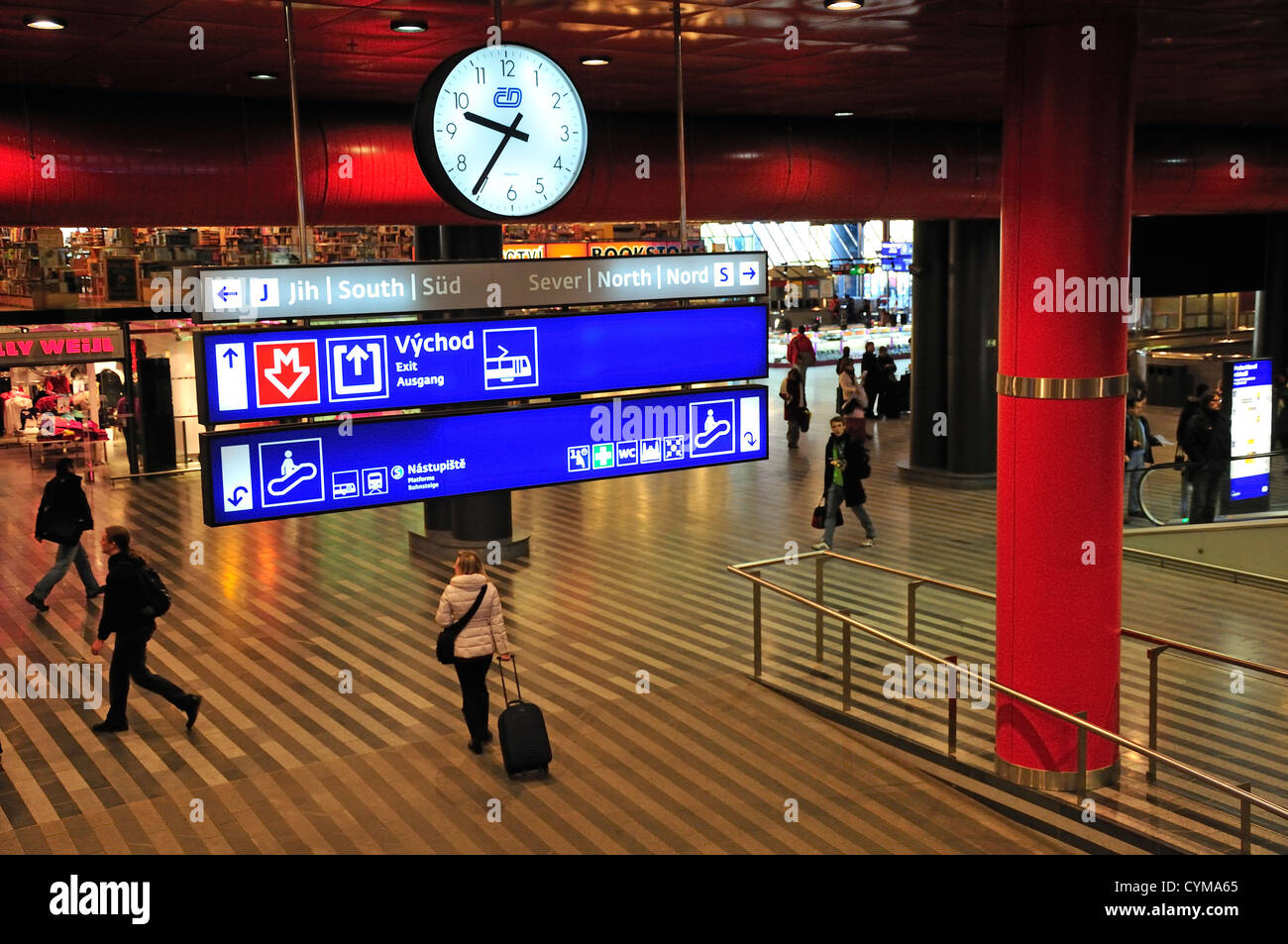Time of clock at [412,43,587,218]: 9:35
